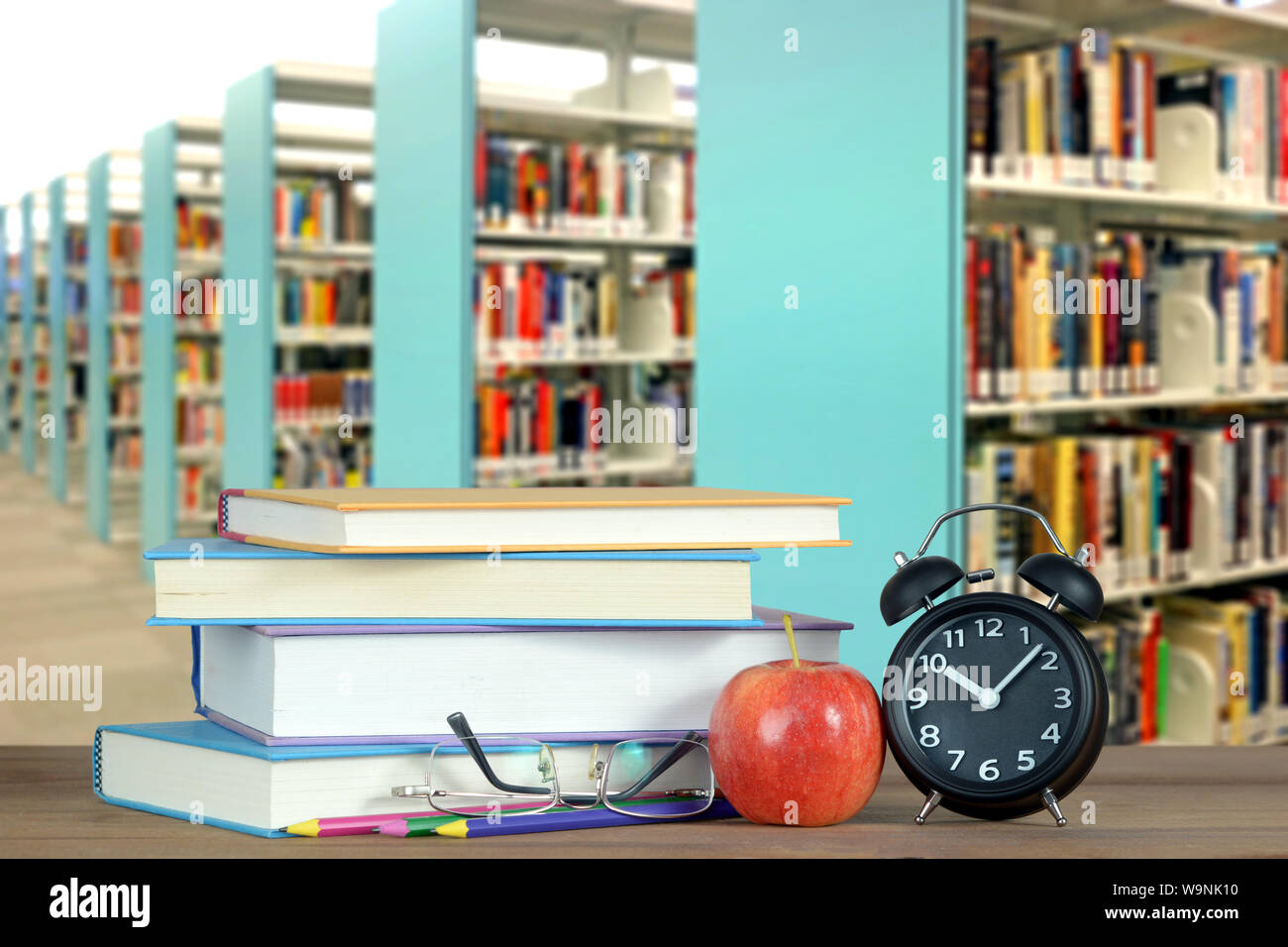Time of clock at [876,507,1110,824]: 10:07
